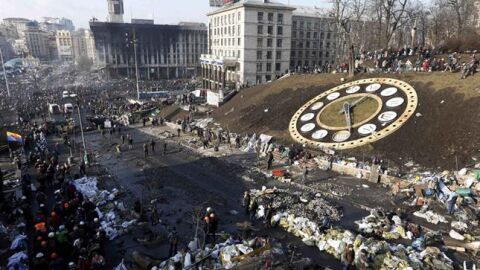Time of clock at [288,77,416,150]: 1:28
